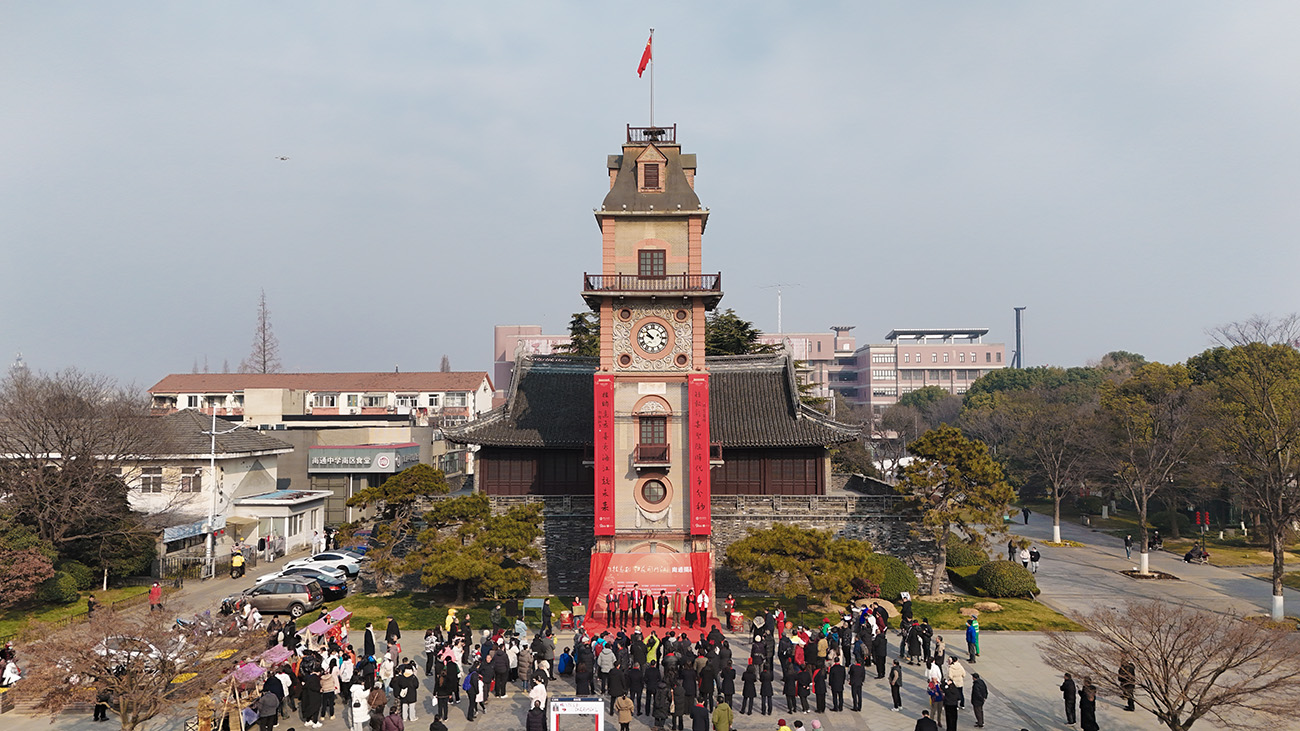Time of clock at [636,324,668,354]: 9:52
